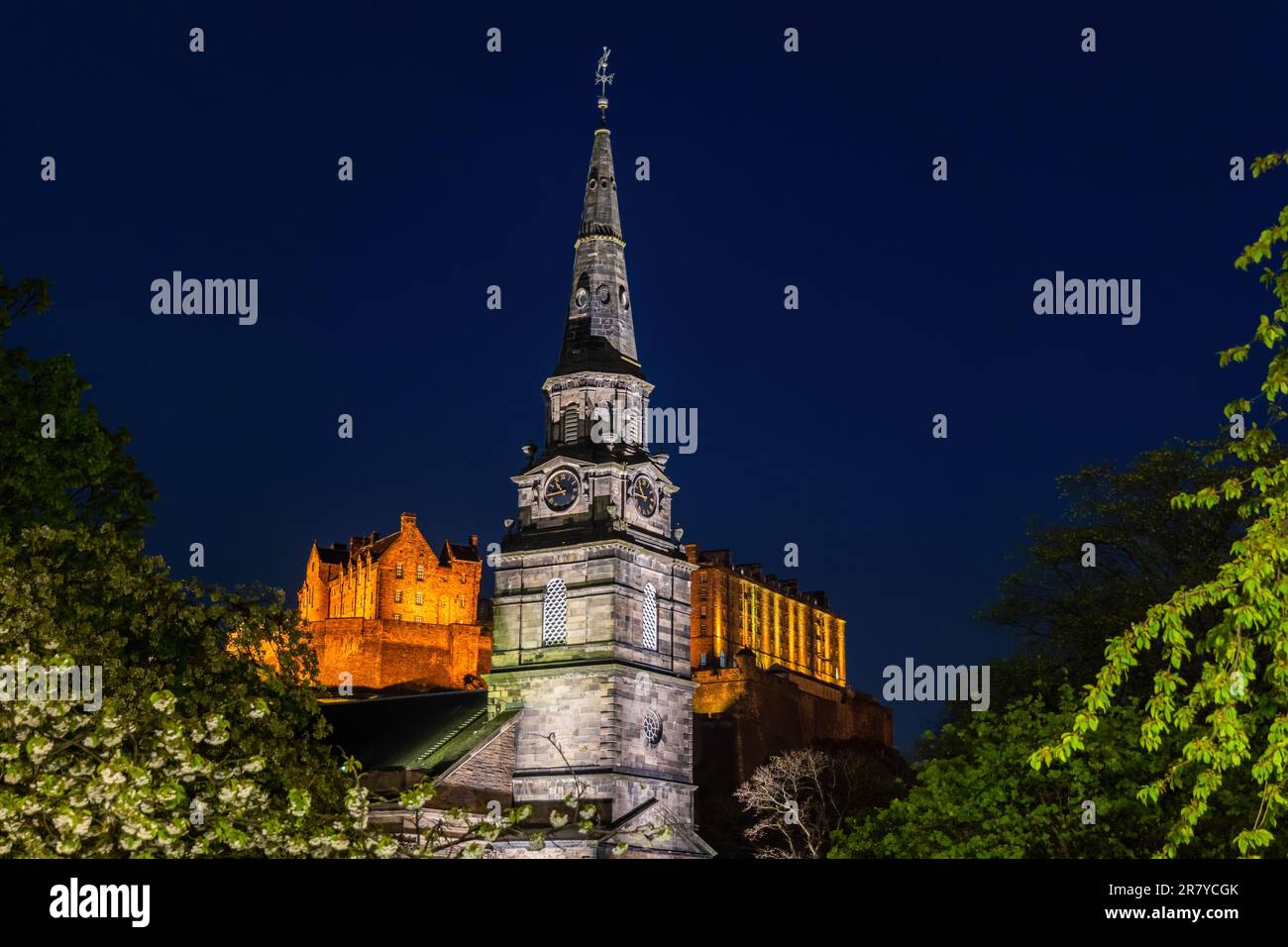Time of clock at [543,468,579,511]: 10:43
